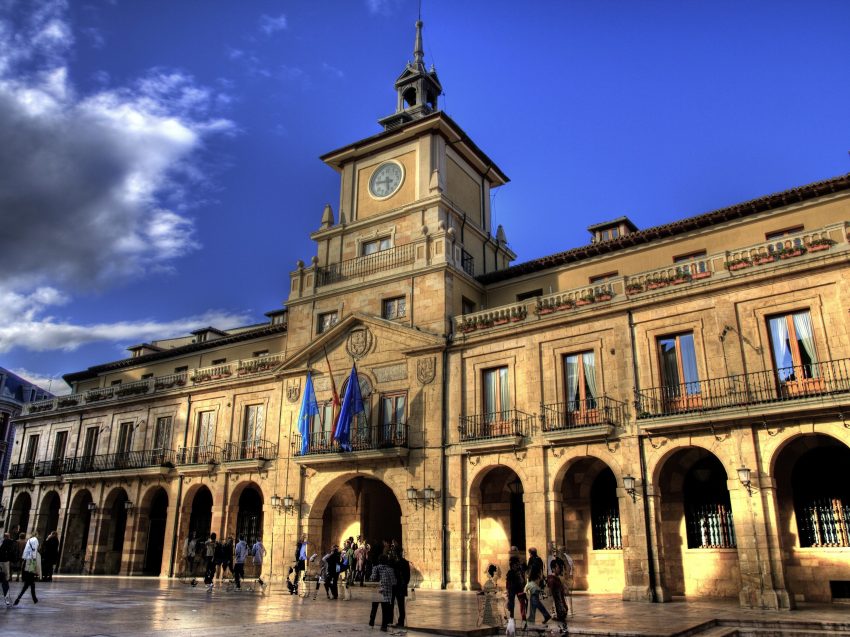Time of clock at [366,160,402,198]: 5:46
